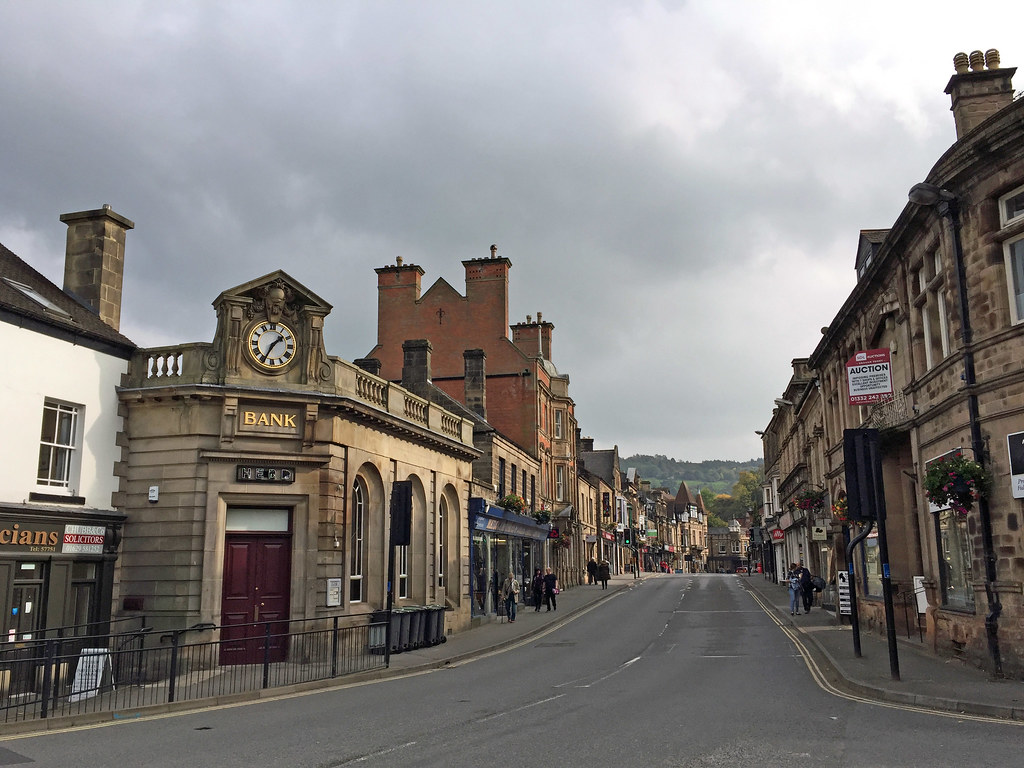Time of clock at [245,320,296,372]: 1:34
